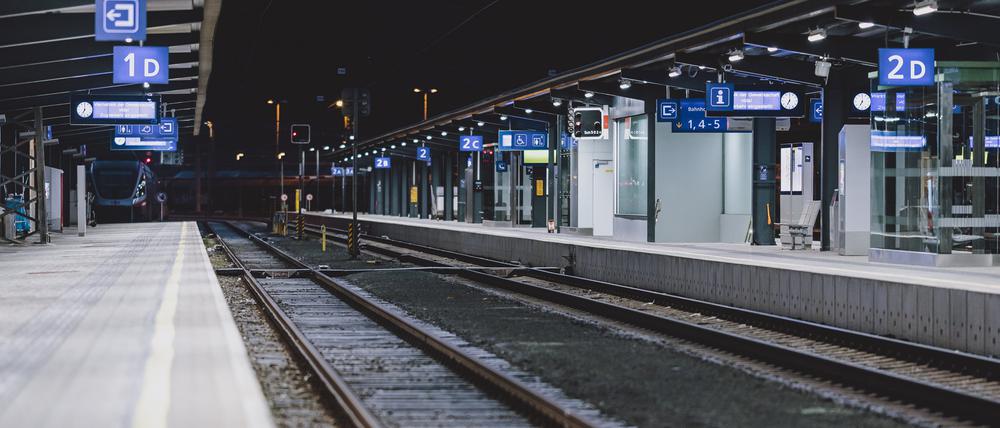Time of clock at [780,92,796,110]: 7:00
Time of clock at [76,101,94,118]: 7:00
